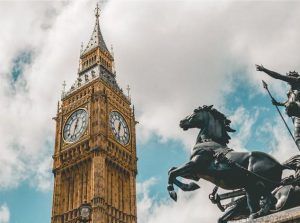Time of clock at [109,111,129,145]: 12:32
